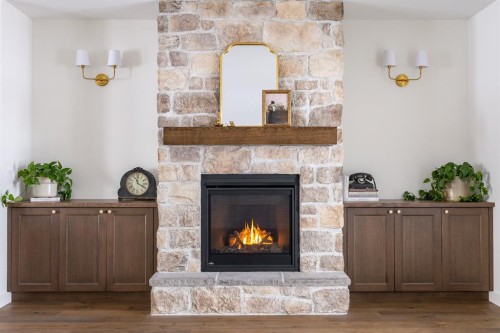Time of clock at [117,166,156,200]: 11:19
